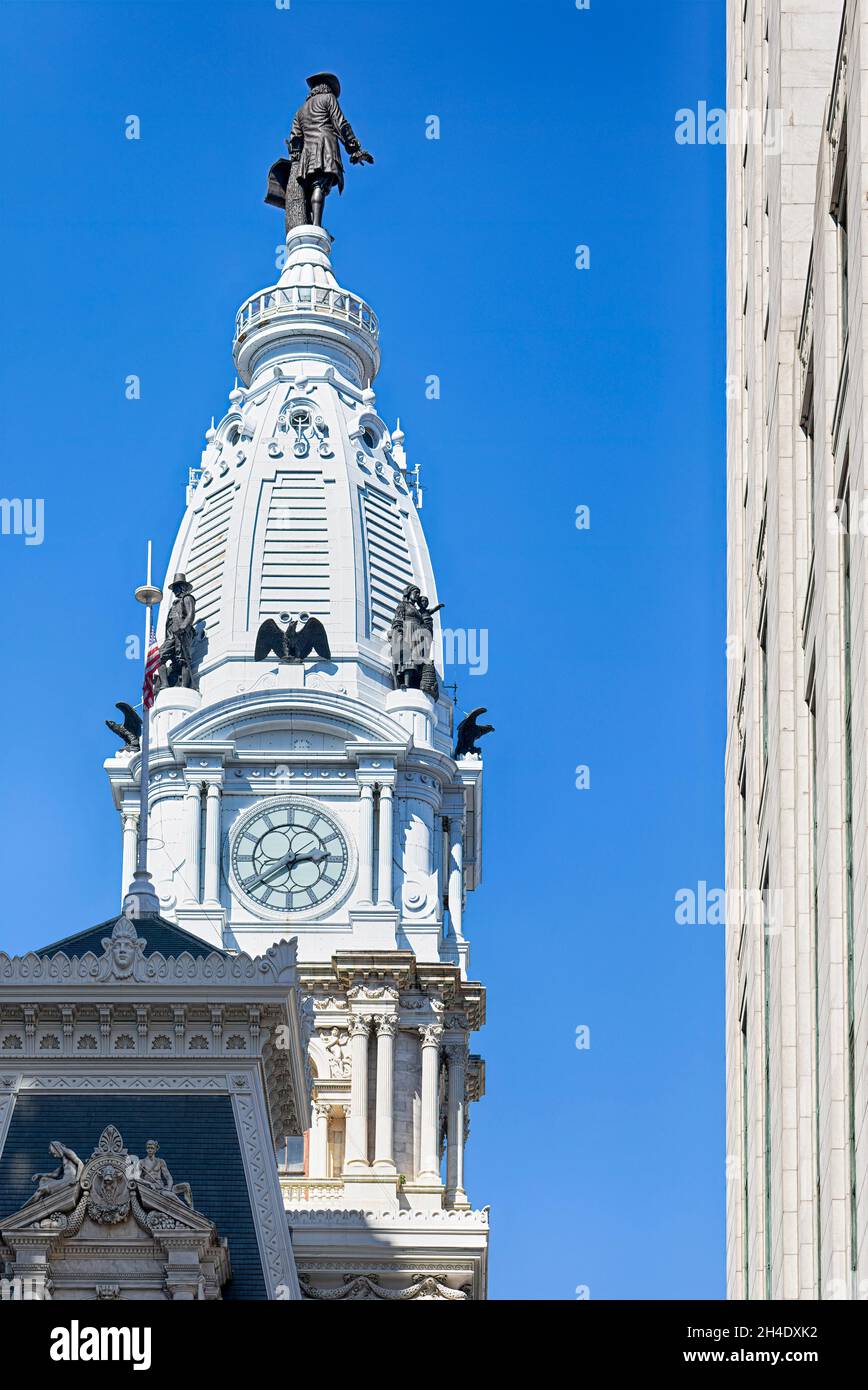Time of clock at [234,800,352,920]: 2:38
